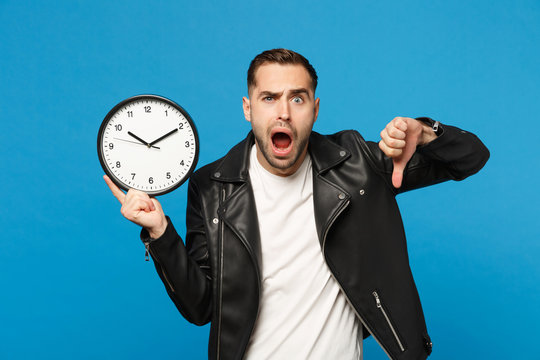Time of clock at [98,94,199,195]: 10:10
